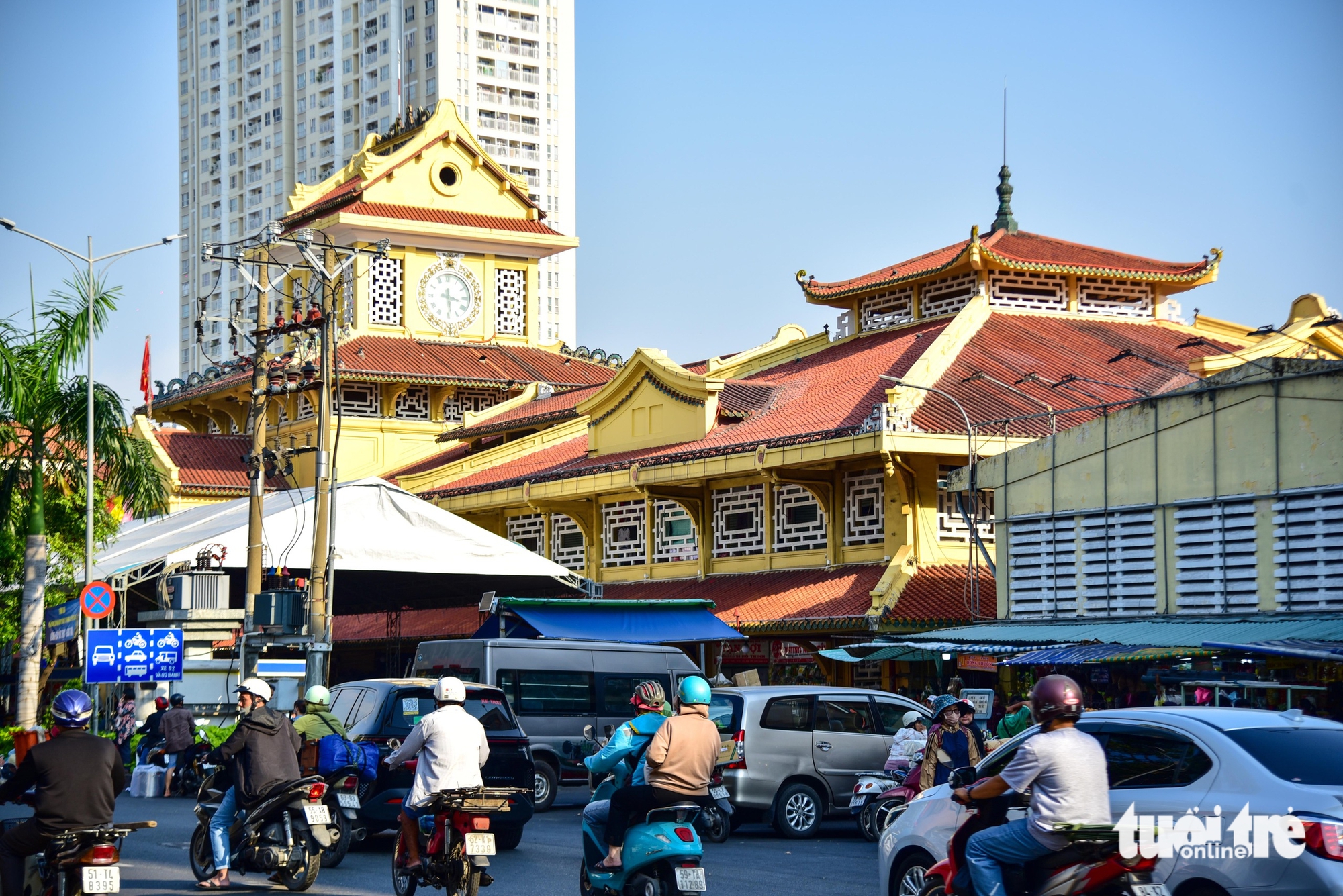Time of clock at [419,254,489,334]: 3:29
